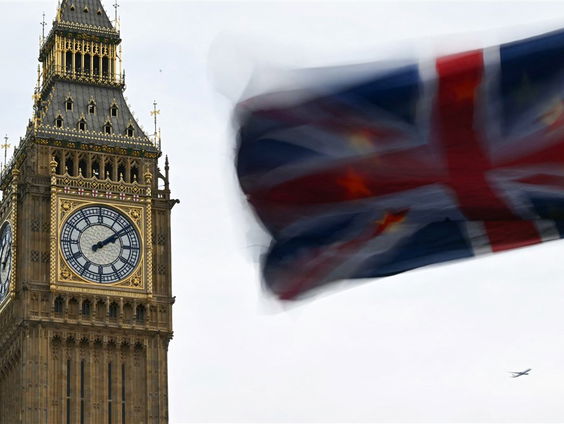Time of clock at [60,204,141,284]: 2:08
